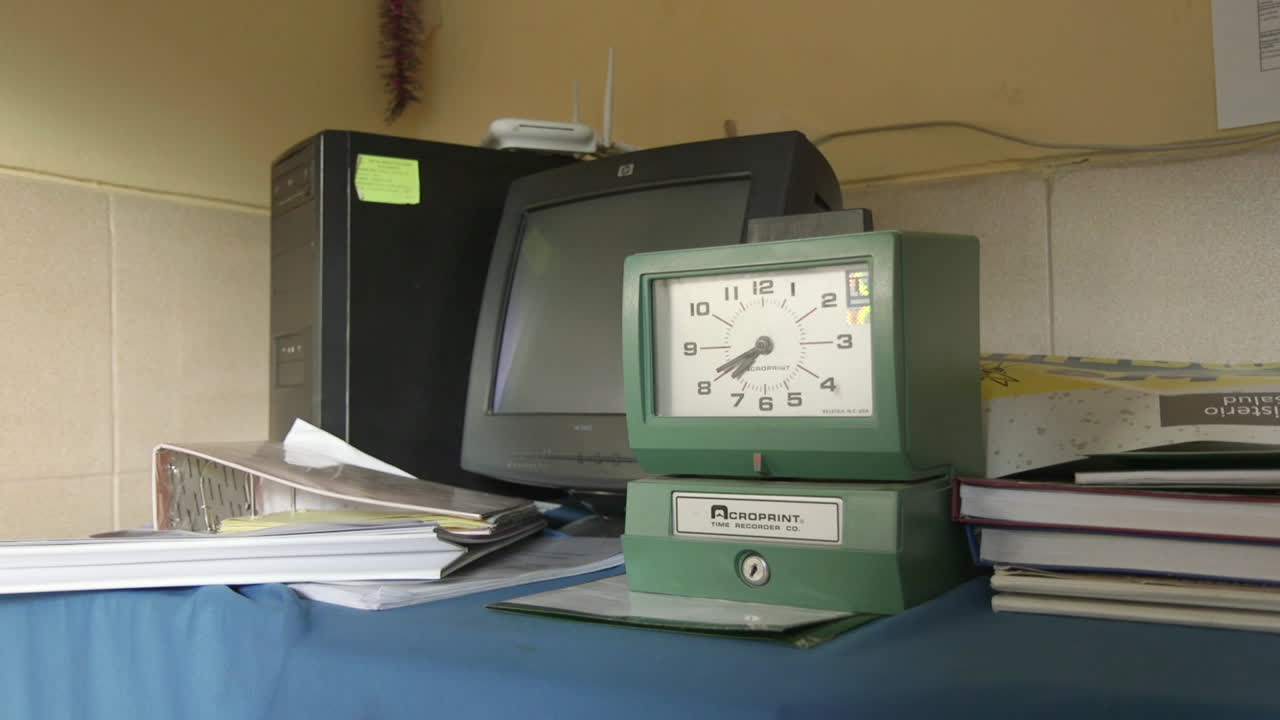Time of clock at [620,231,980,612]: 7:40
